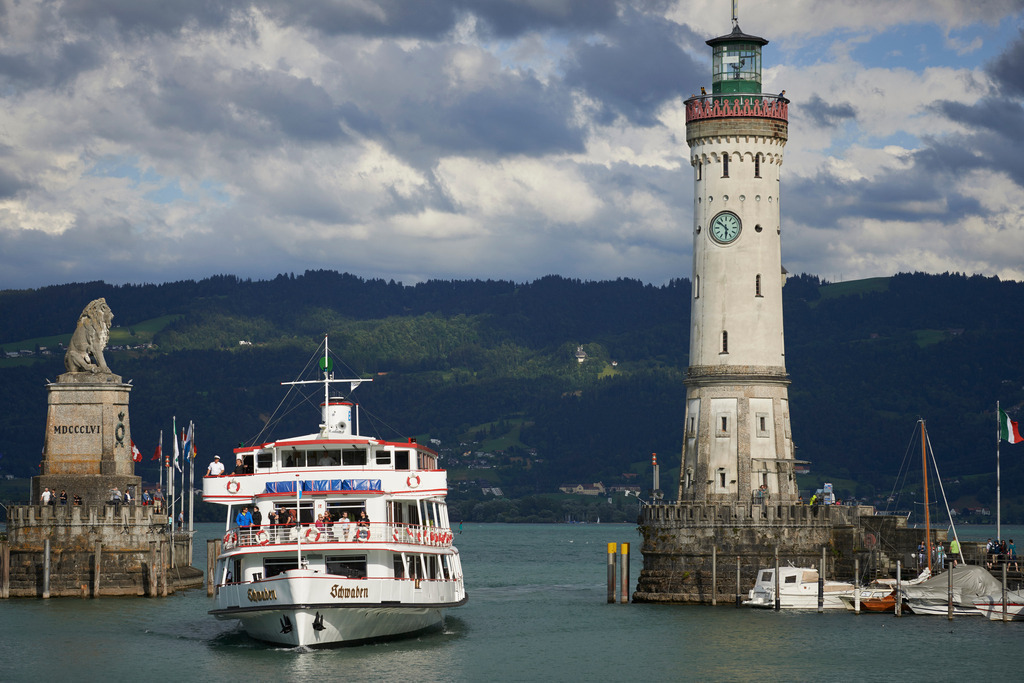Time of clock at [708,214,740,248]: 5:51
